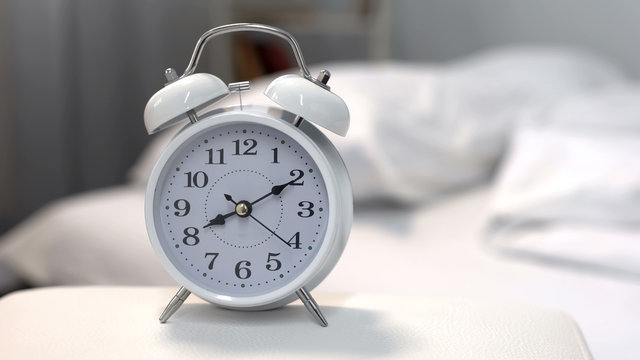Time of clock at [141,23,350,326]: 8:10
